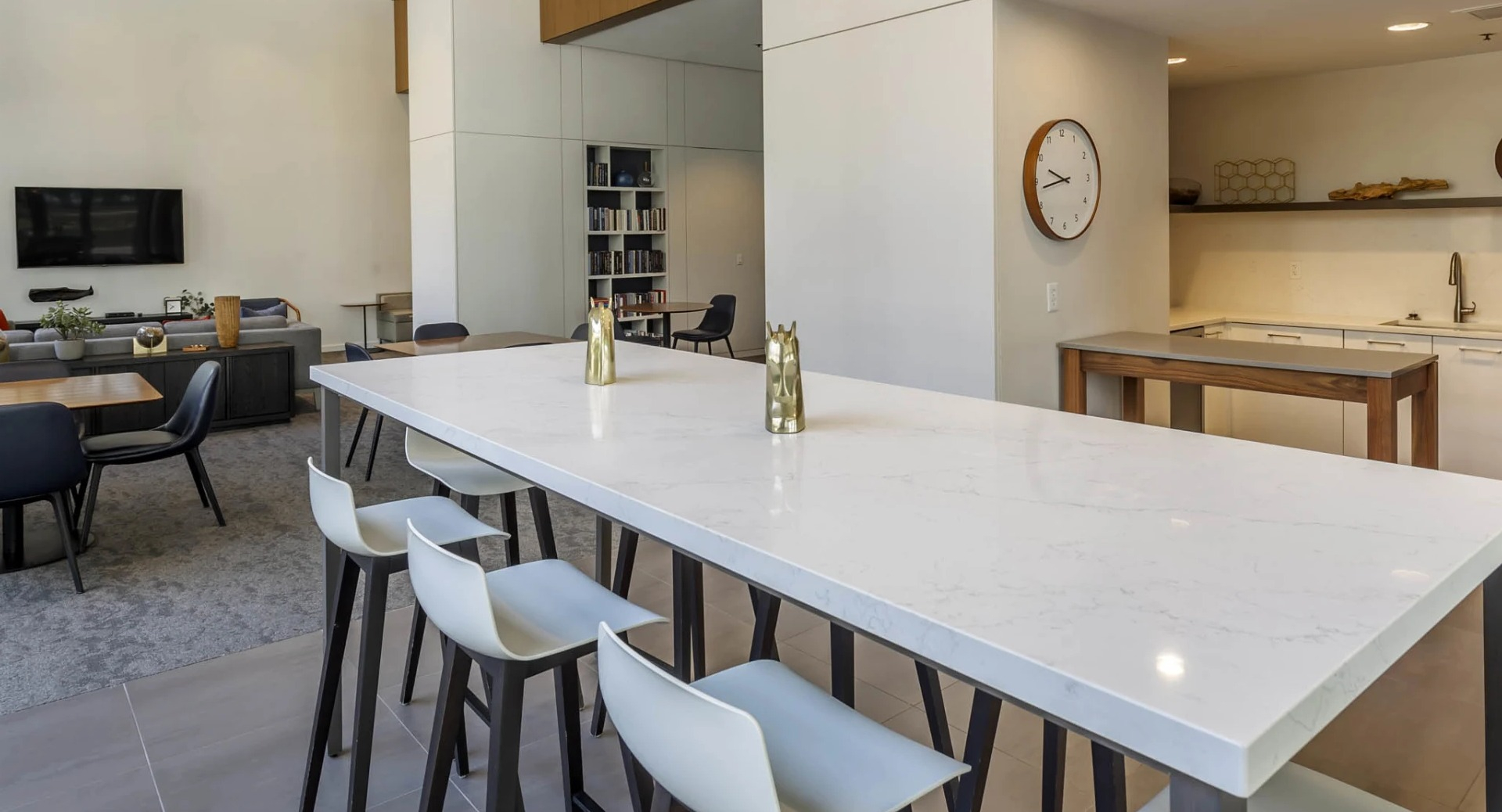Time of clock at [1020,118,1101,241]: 9:43
